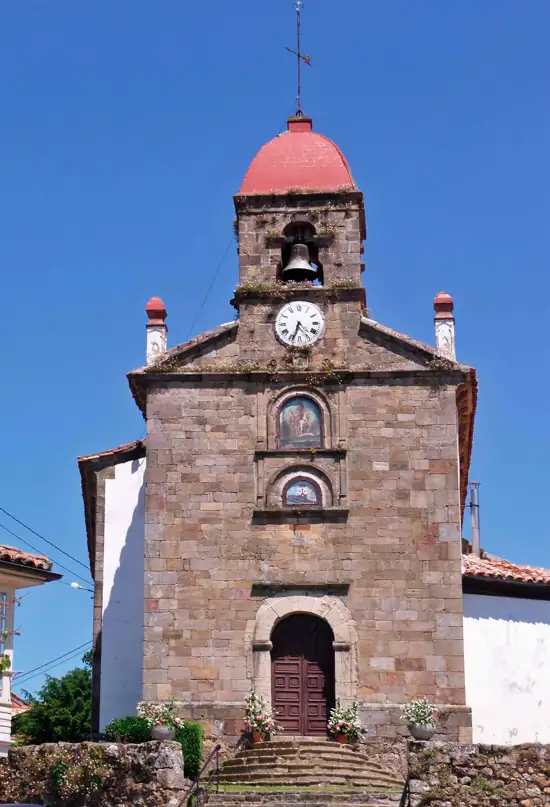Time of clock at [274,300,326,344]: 4:33
